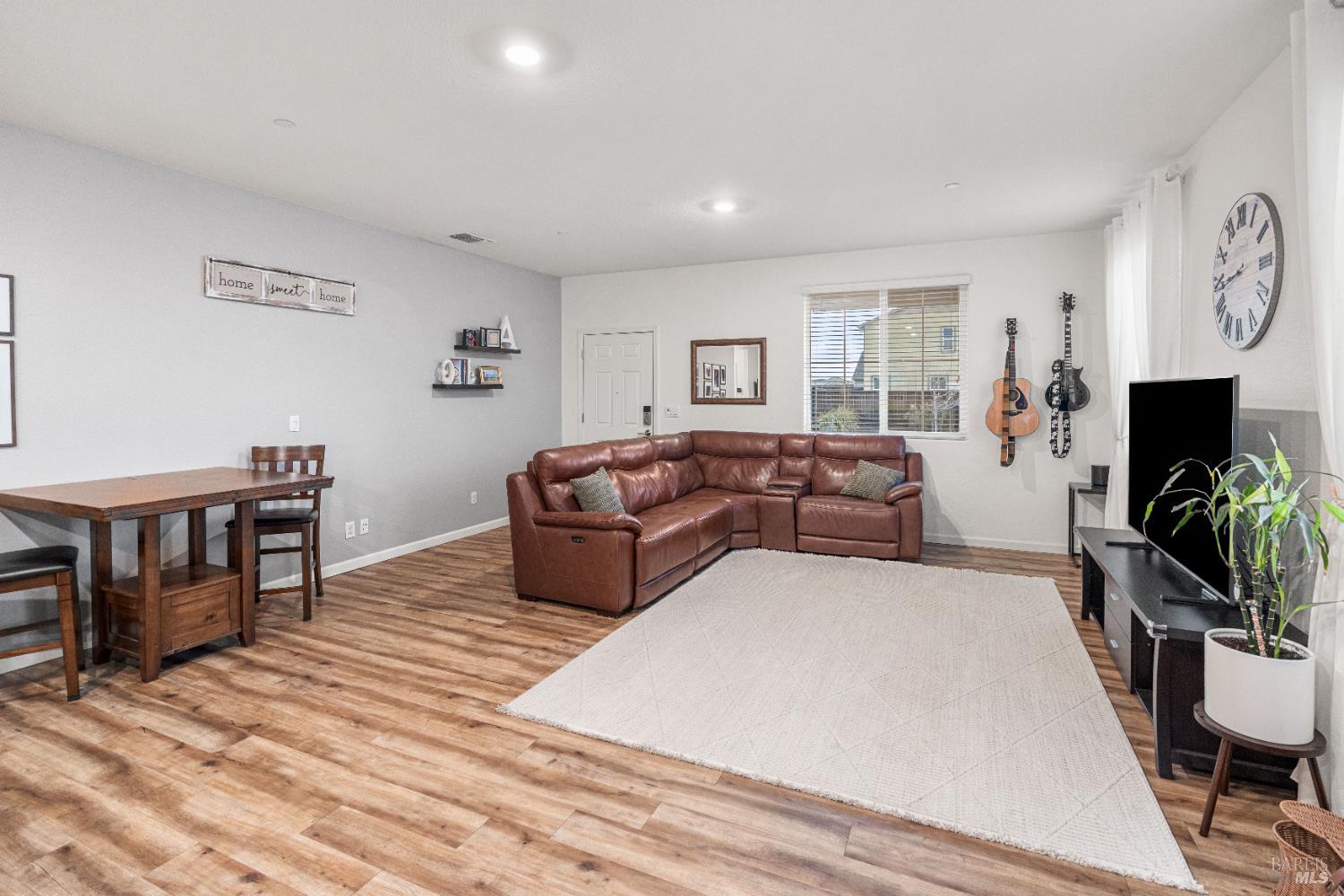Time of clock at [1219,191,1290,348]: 8:44
